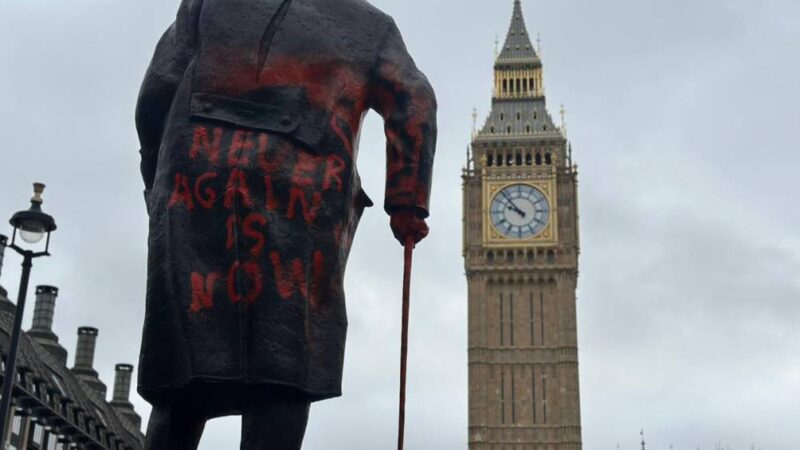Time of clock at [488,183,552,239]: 9:53
